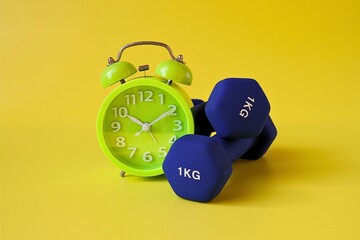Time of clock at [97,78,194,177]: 10:09
